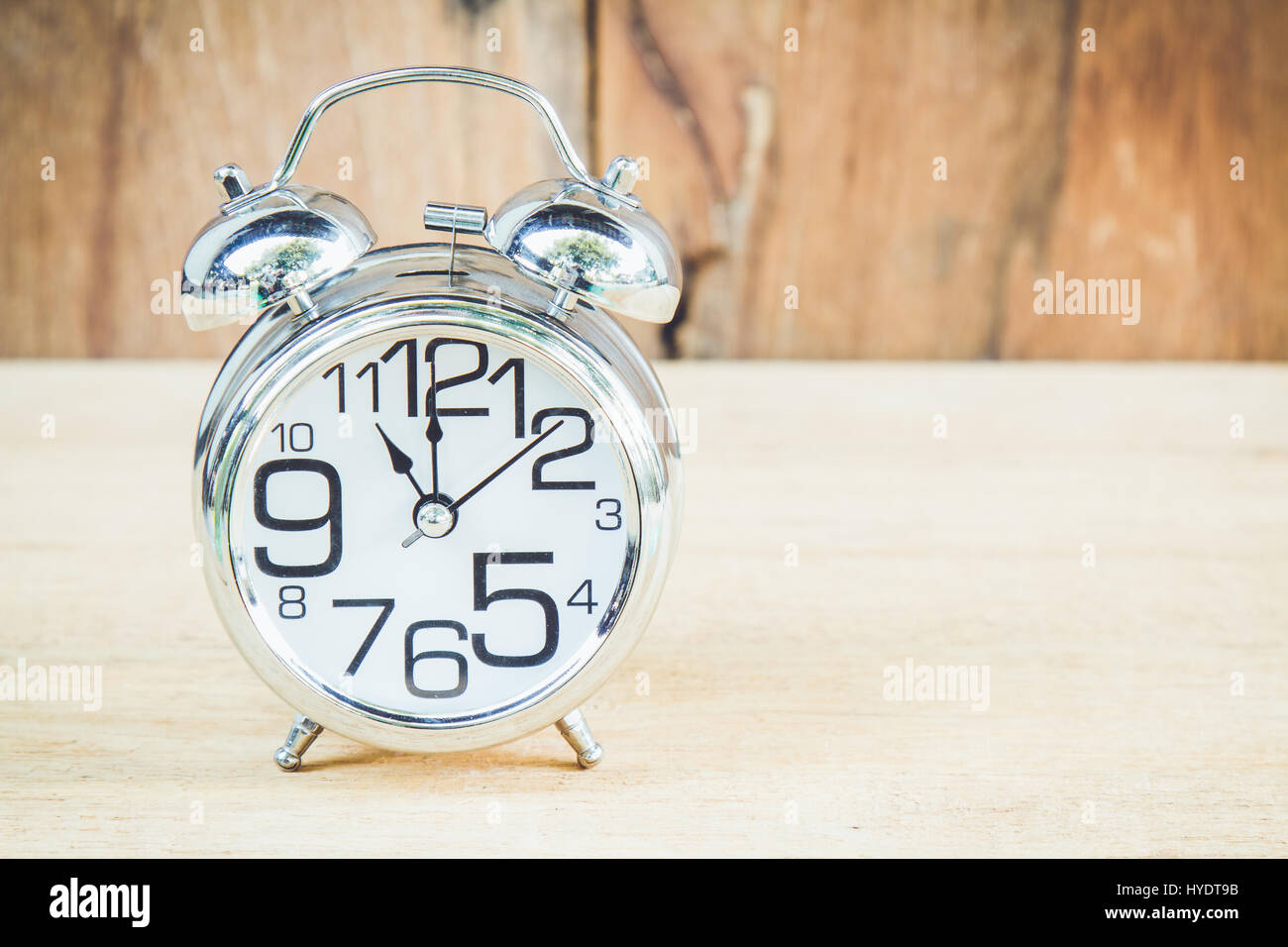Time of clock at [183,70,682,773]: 11:00
